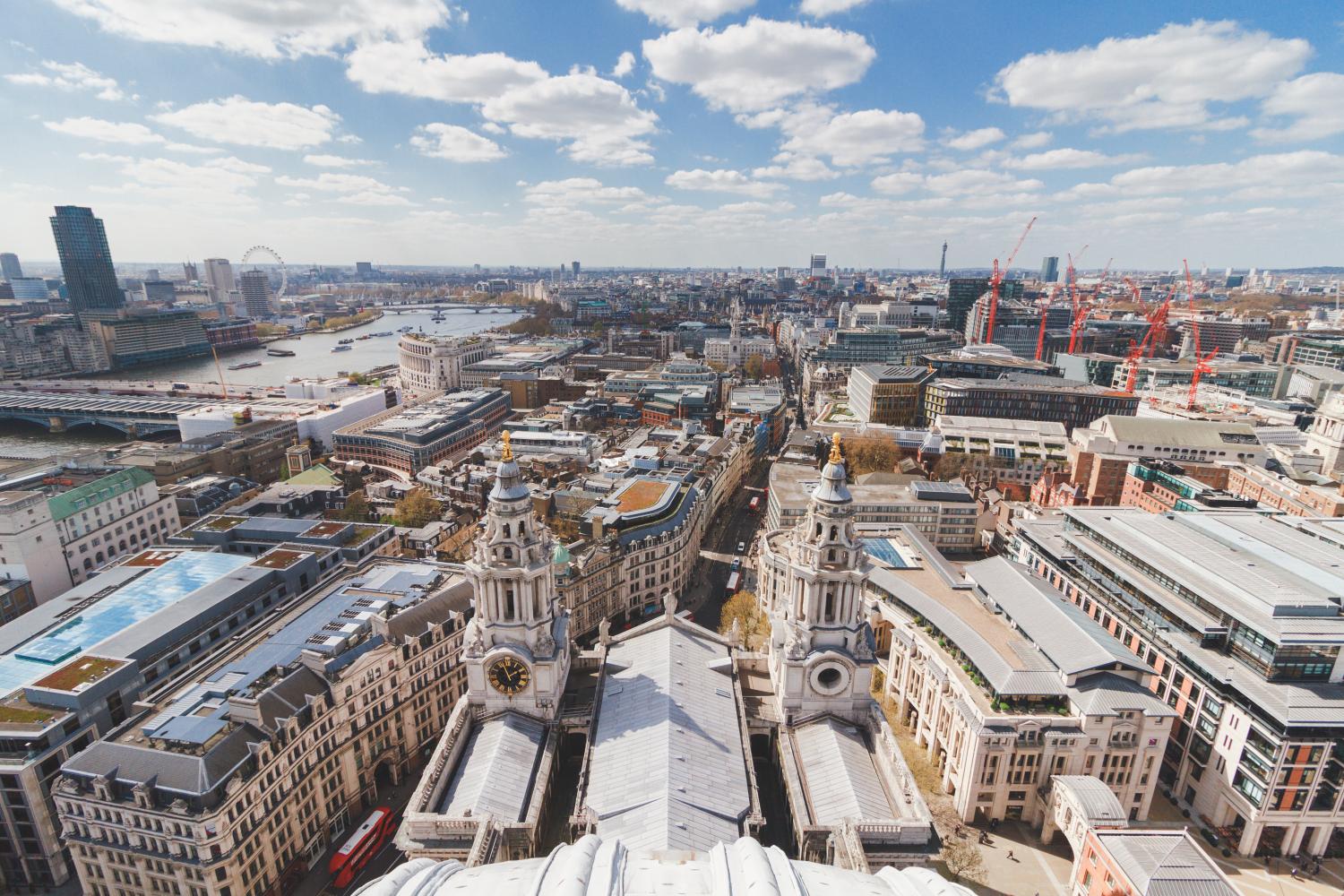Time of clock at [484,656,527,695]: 1:56
